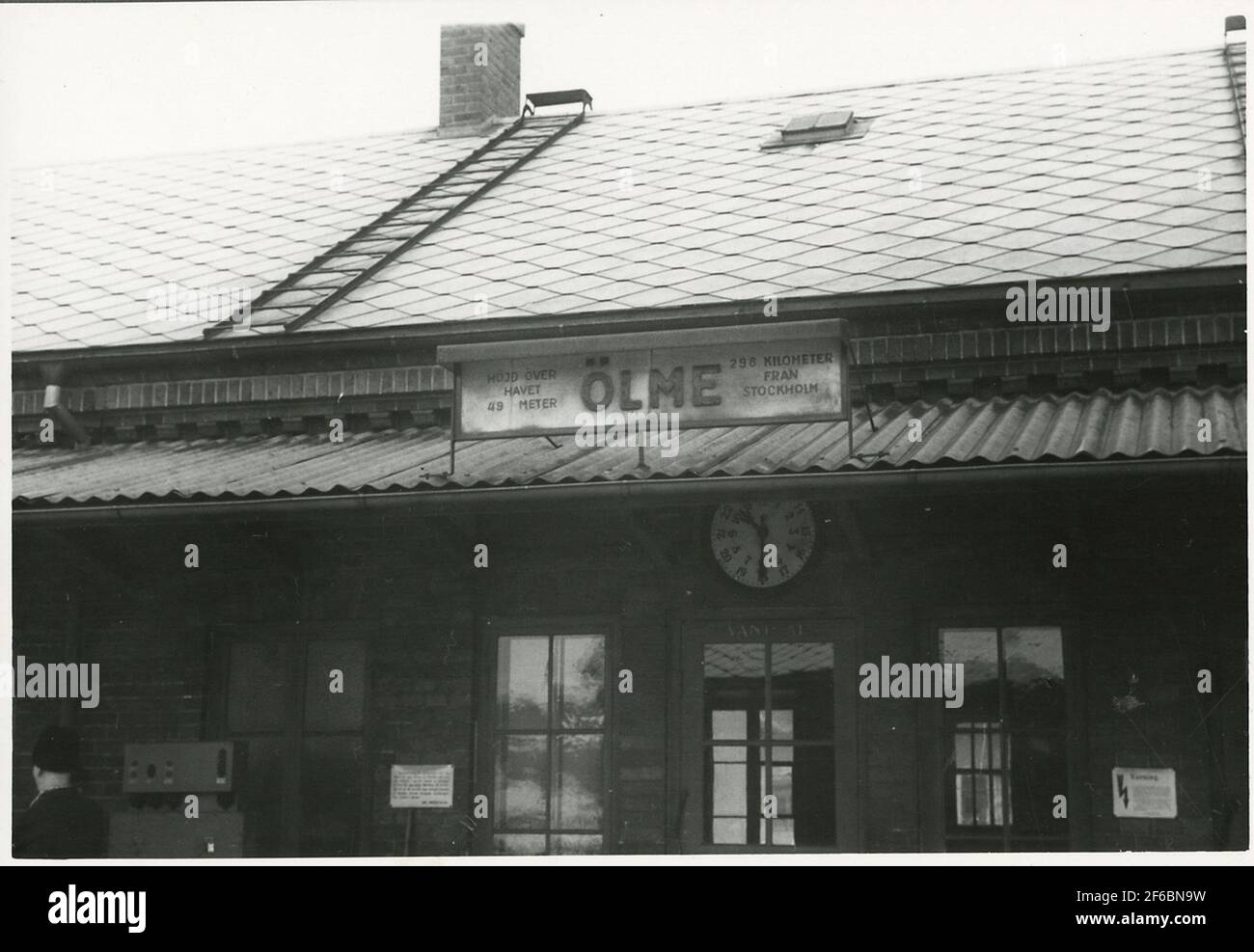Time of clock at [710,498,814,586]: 10:30
